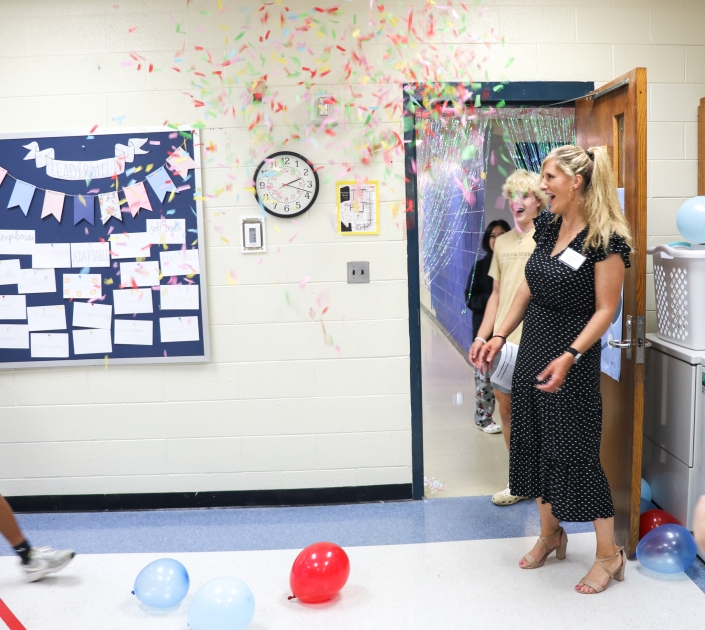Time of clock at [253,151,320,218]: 2:18
